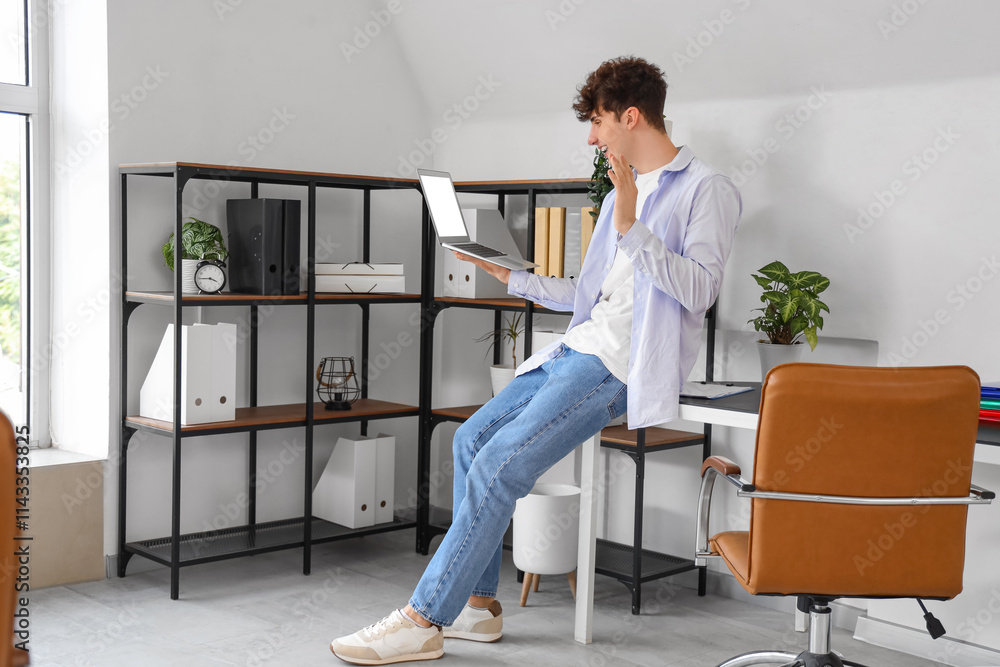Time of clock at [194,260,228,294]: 3:44
